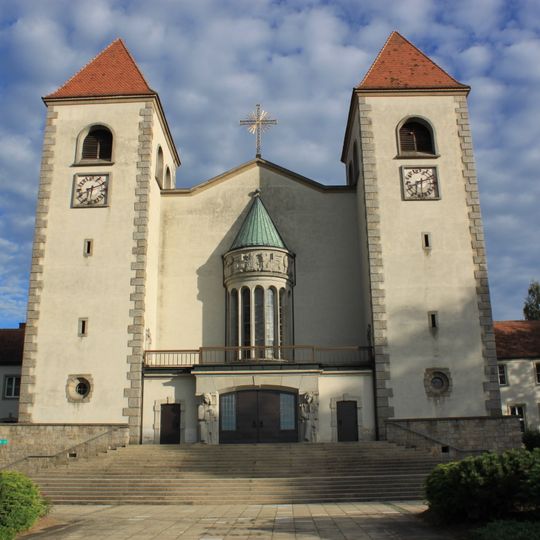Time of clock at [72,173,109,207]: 6:11
